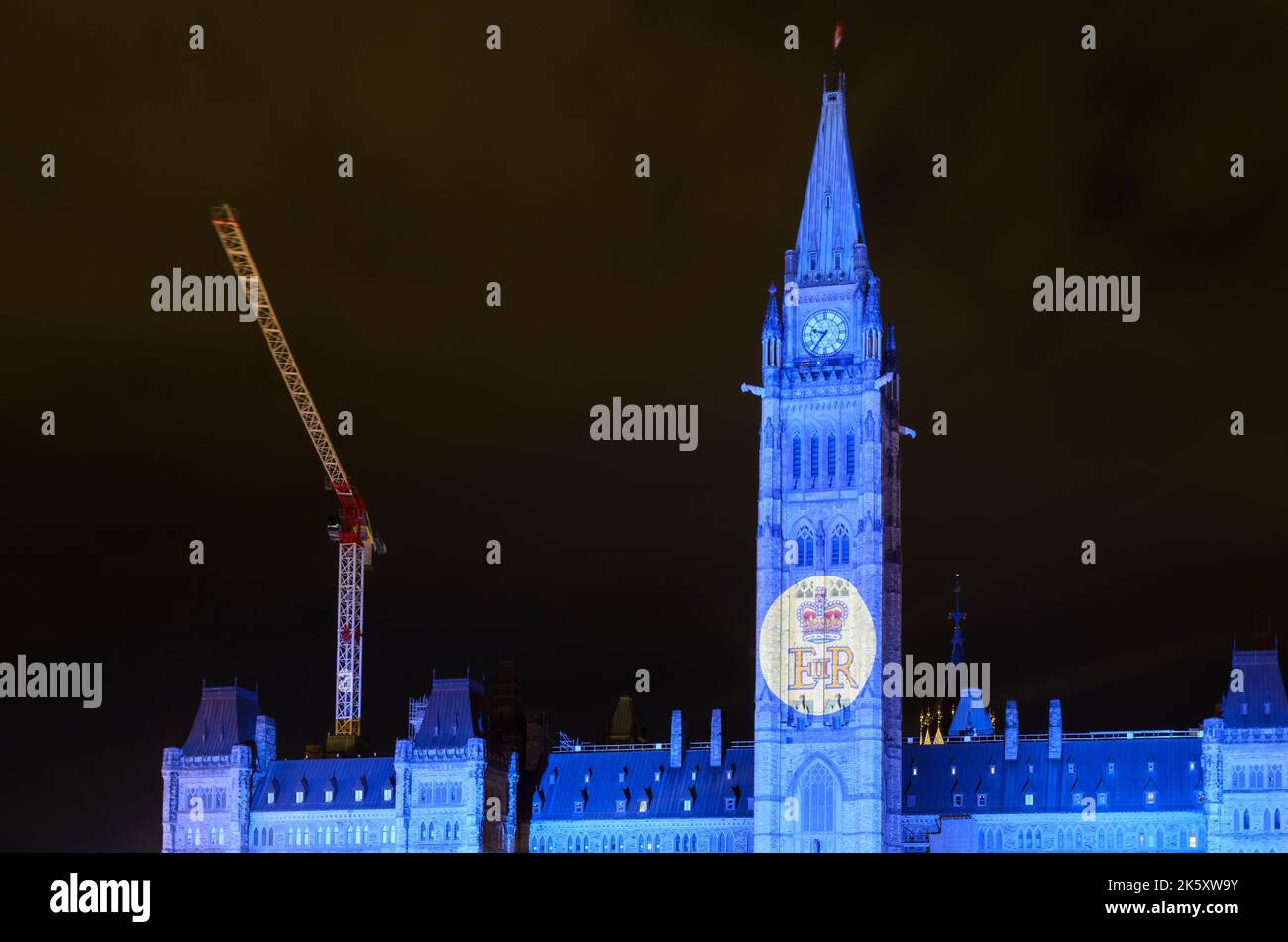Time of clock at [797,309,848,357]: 9:36
